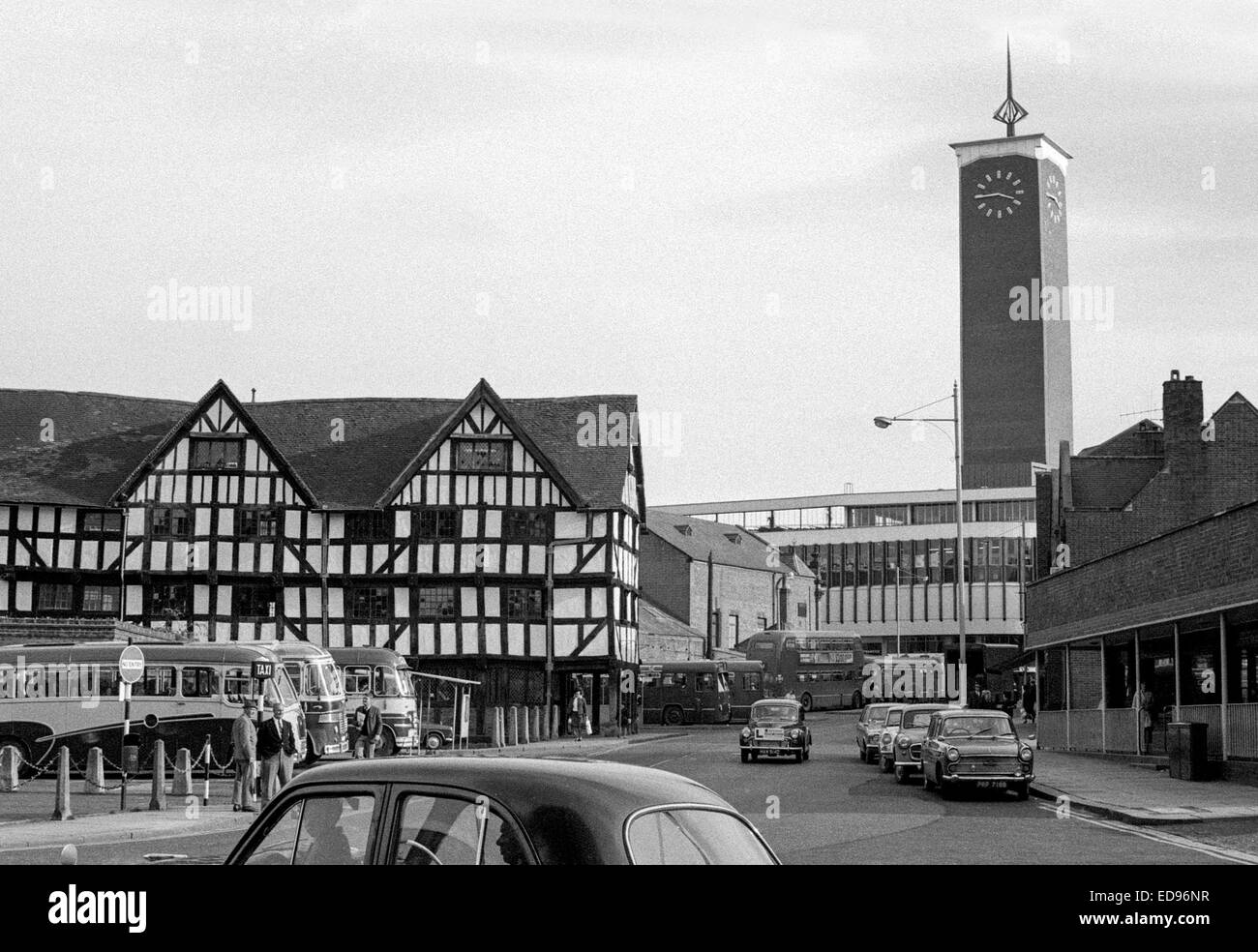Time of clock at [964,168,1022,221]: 3:43
